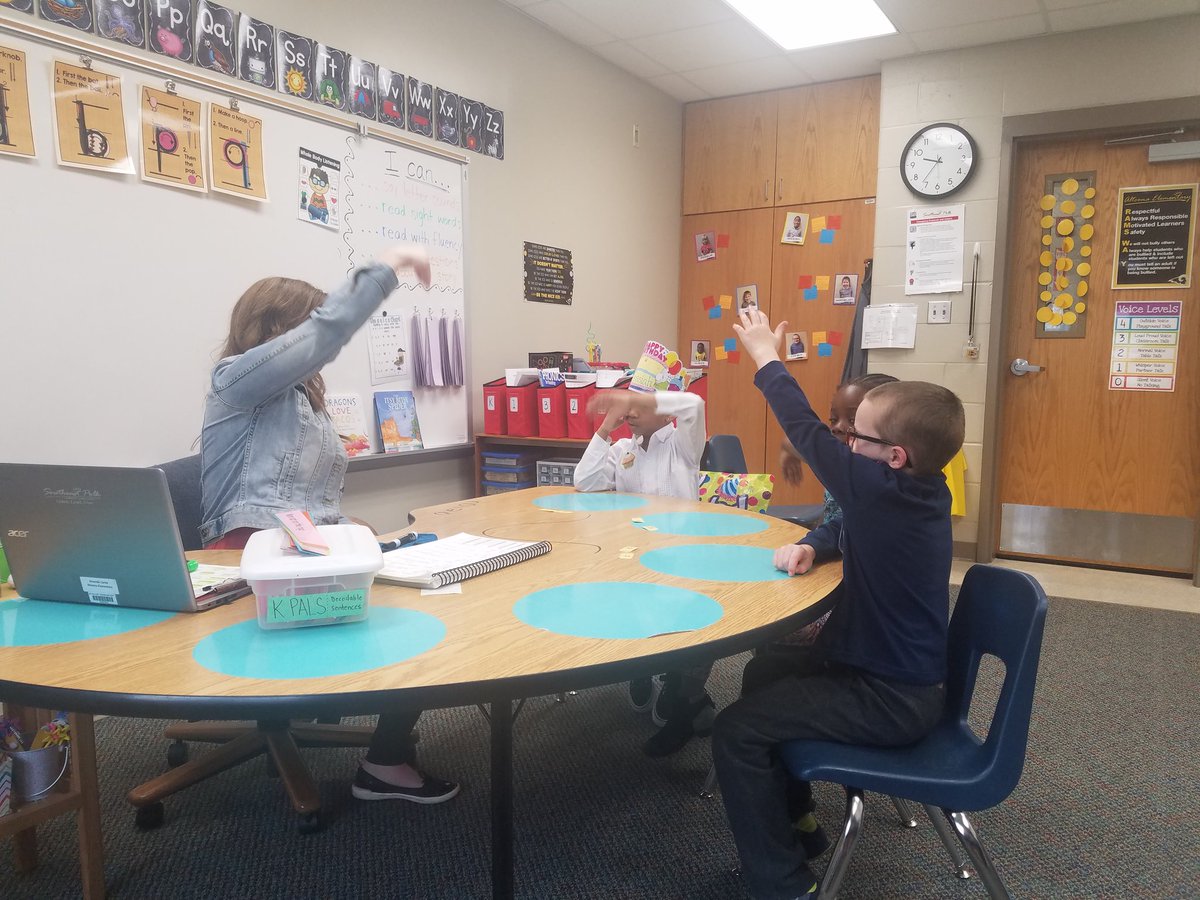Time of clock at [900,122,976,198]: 9:36
